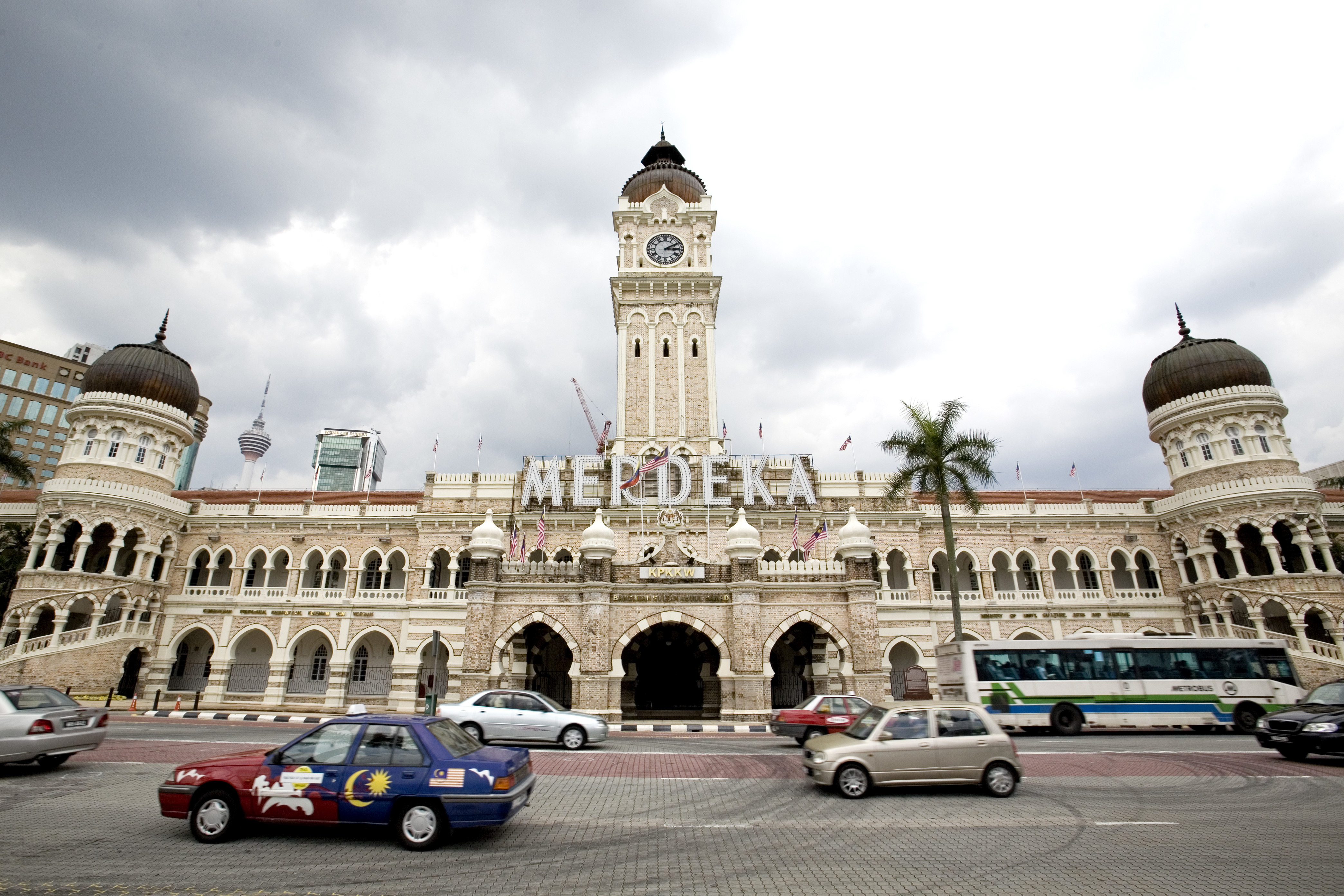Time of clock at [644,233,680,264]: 3:10
